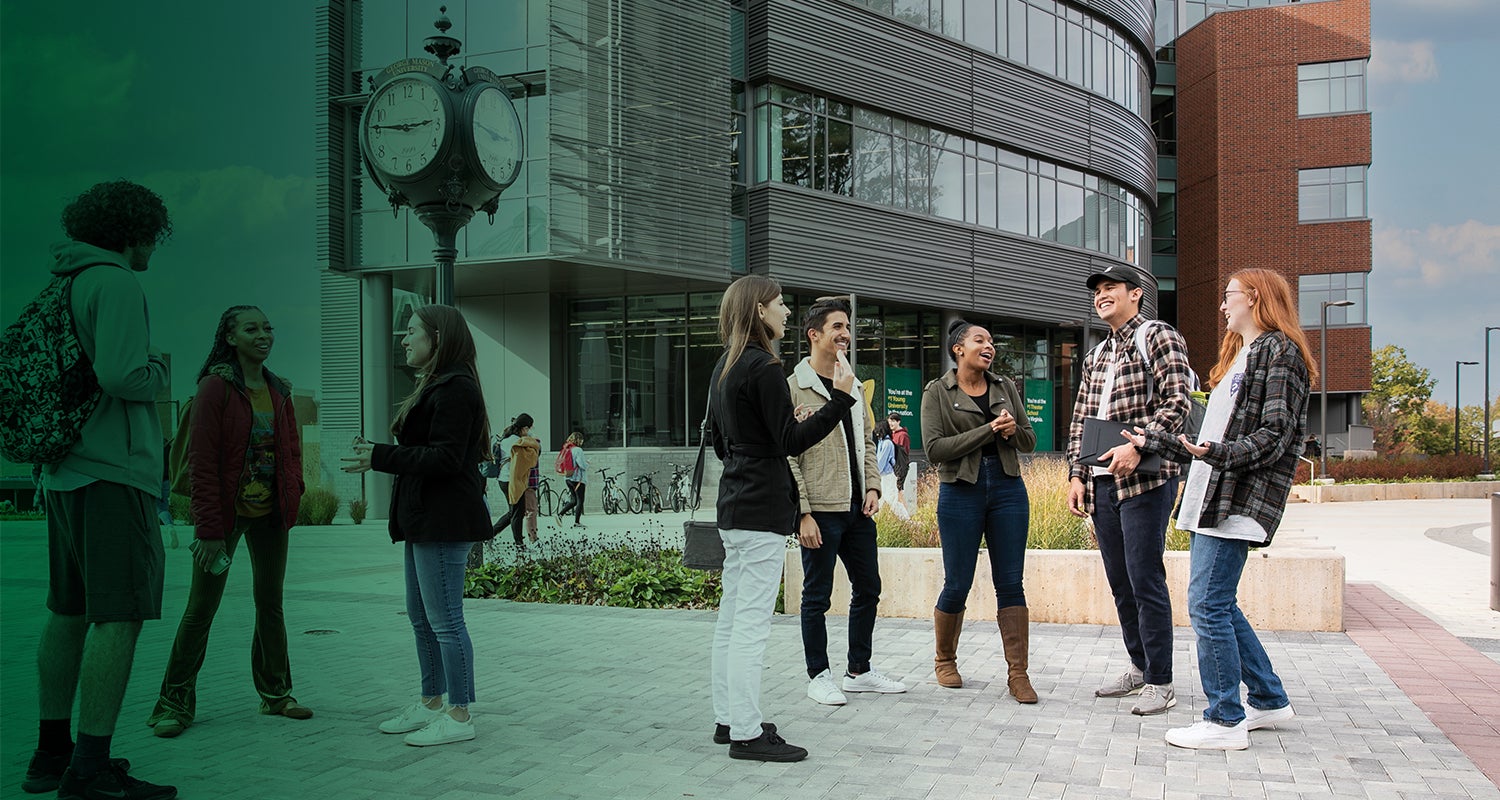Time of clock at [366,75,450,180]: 2:46
